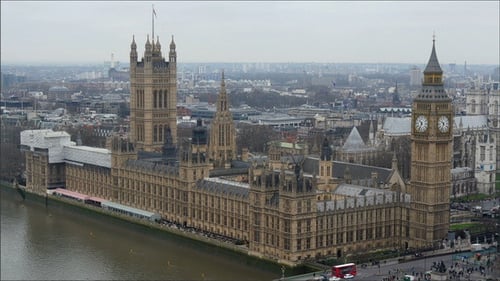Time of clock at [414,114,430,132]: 10:34
